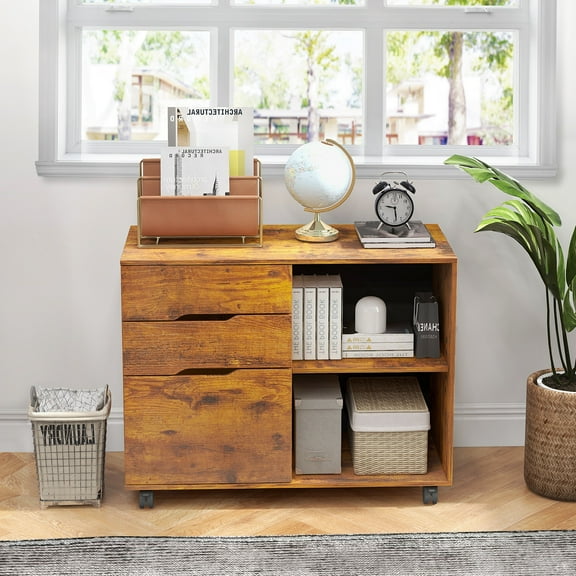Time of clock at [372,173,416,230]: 9:28
